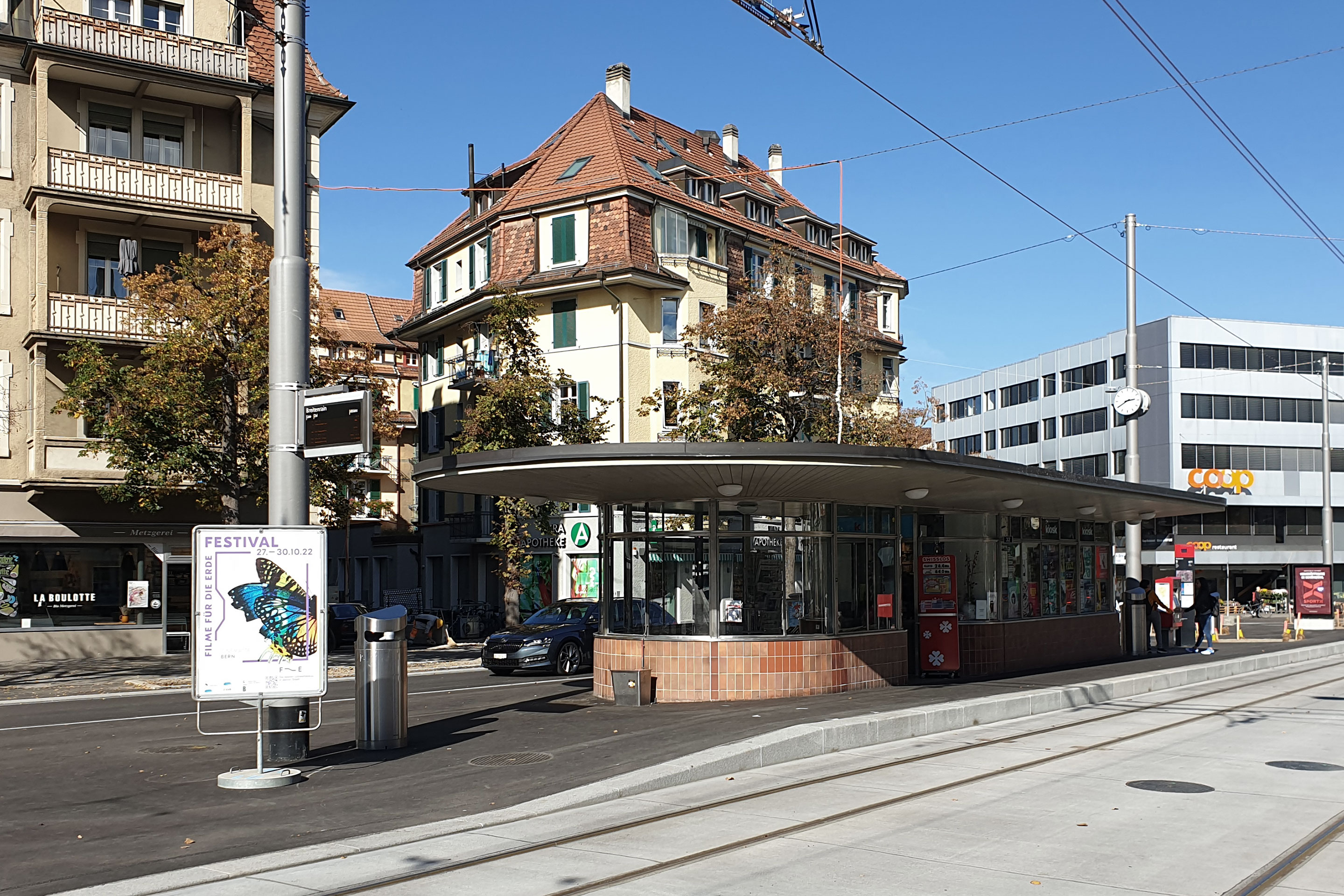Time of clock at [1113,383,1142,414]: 2:39
